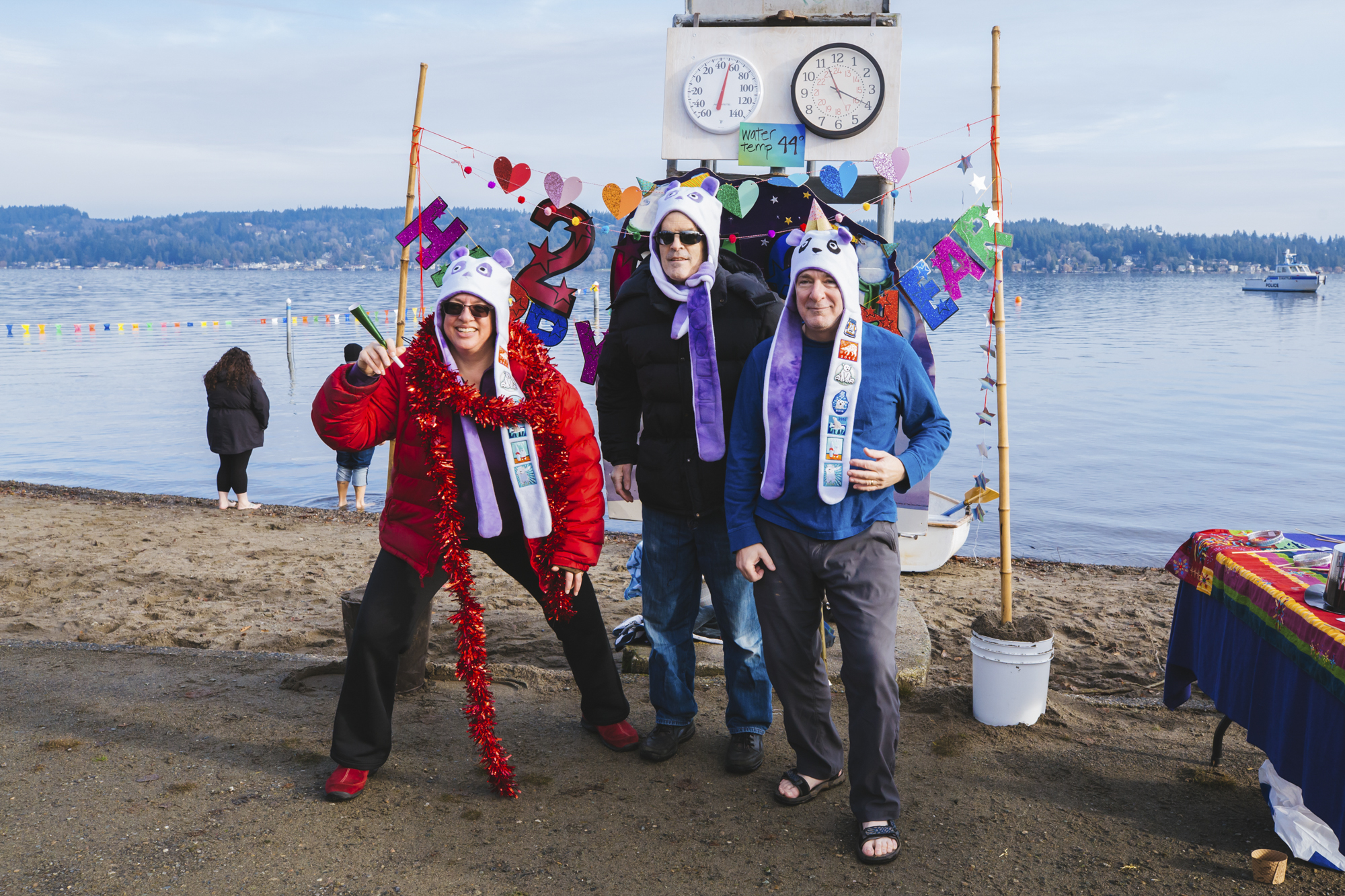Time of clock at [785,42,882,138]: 11:19
